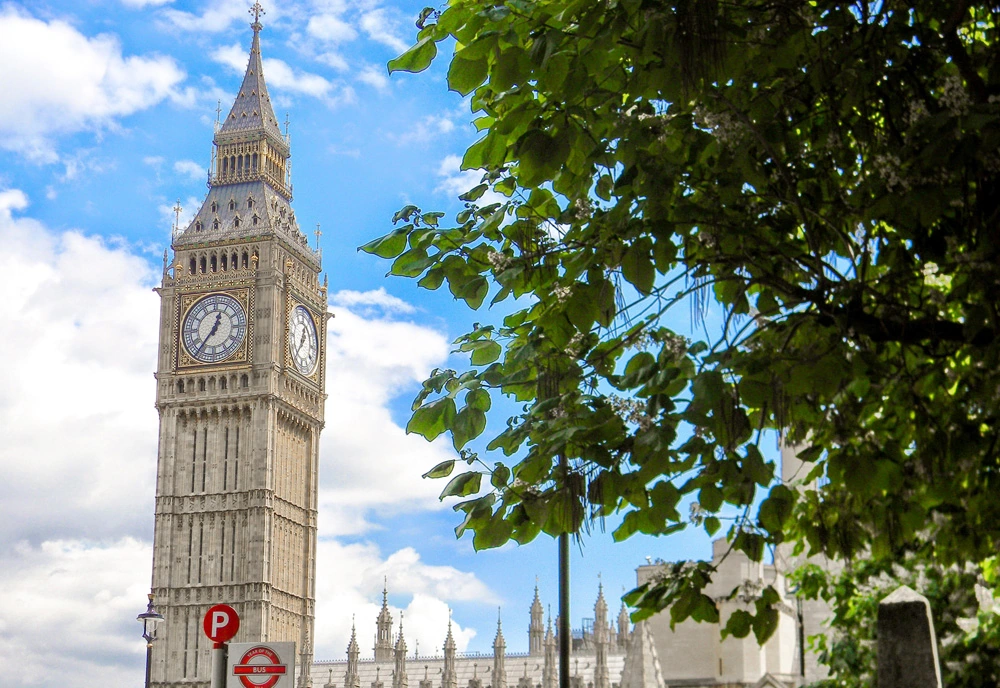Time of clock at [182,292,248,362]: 12:36
